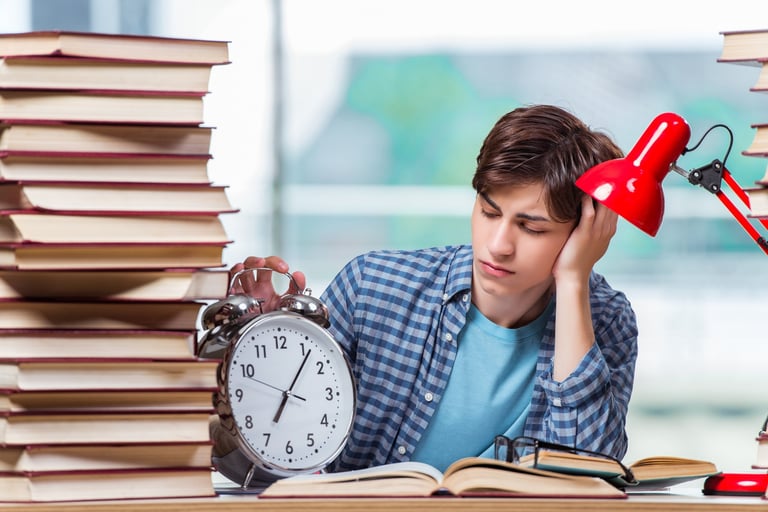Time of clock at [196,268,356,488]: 7:06
